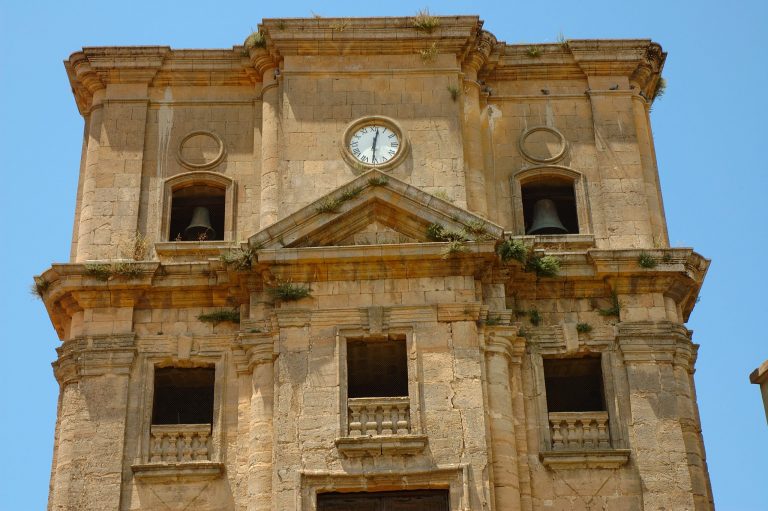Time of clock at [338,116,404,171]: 12:30
